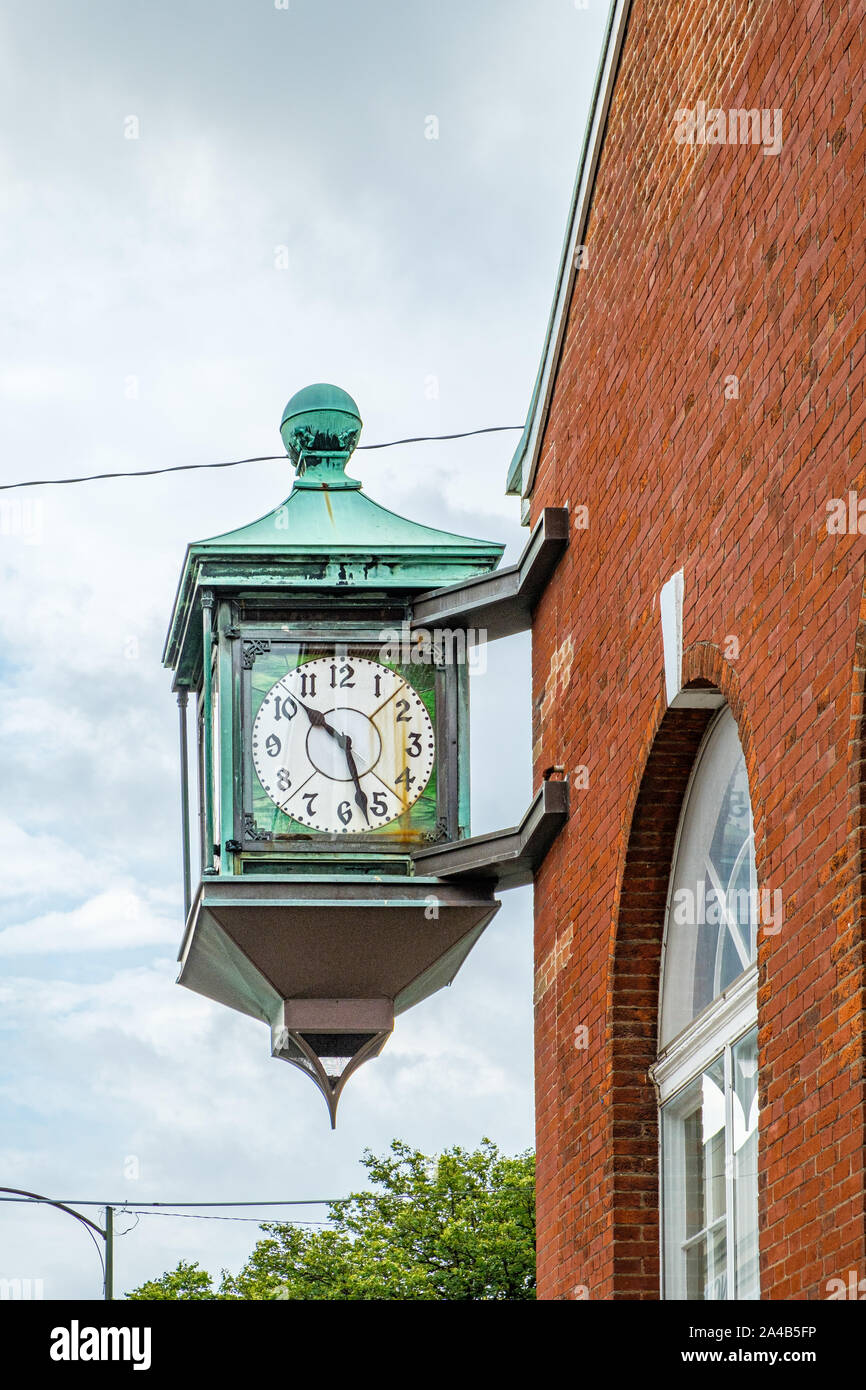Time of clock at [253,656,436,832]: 10:27
